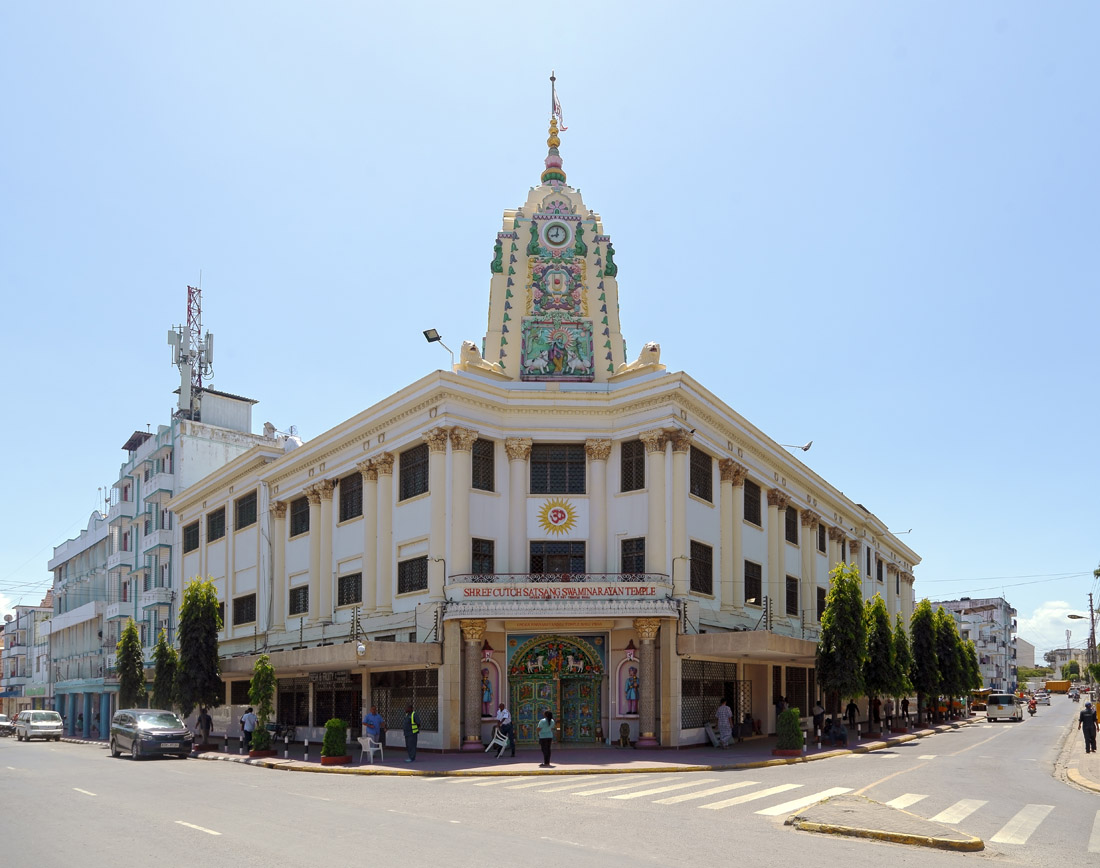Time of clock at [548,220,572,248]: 9:01
